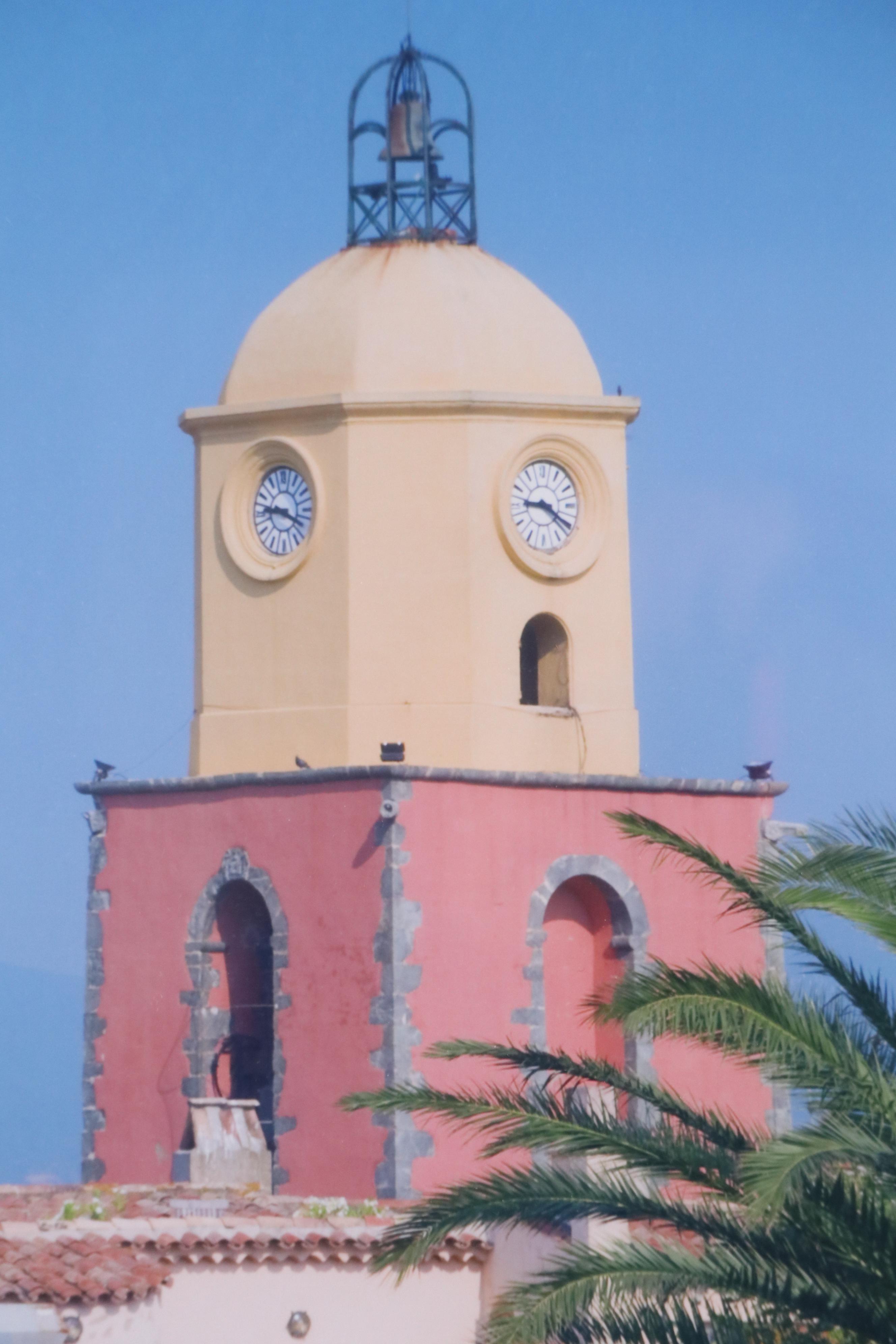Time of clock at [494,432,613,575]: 9:20
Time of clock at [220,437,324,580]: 9:18
